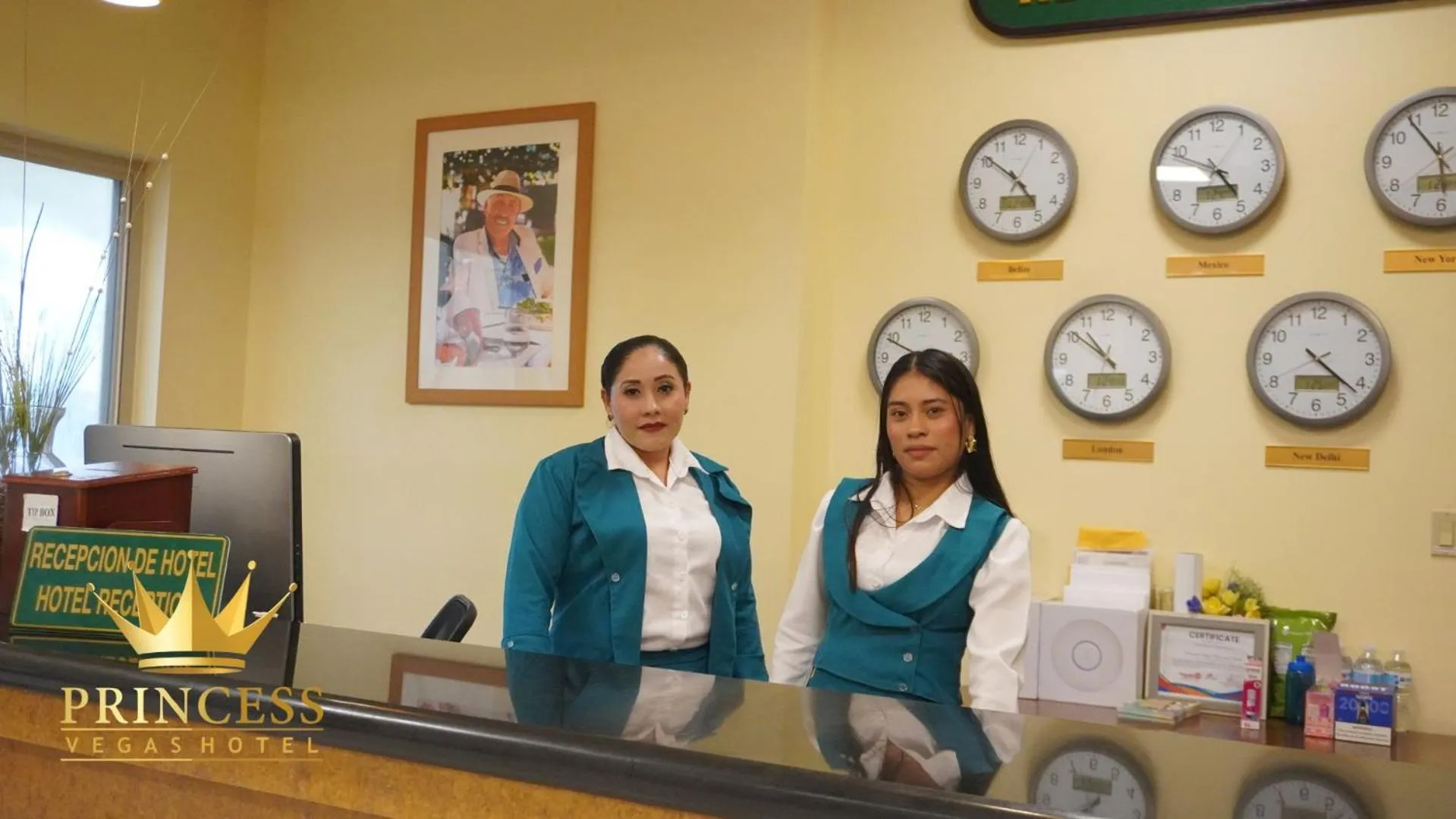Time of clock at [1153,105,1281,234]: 4:48
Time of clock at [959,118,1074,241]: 4:51
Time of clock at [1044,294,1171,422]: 10:51
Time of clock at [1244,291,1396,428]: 4:21
